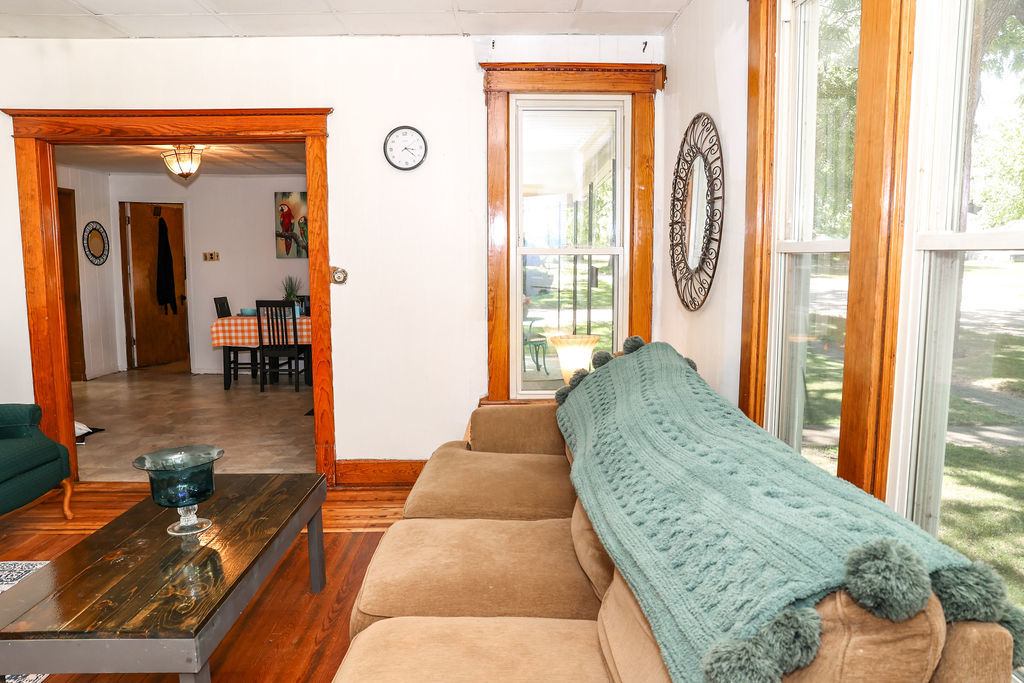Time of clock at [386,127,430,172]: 3:22
